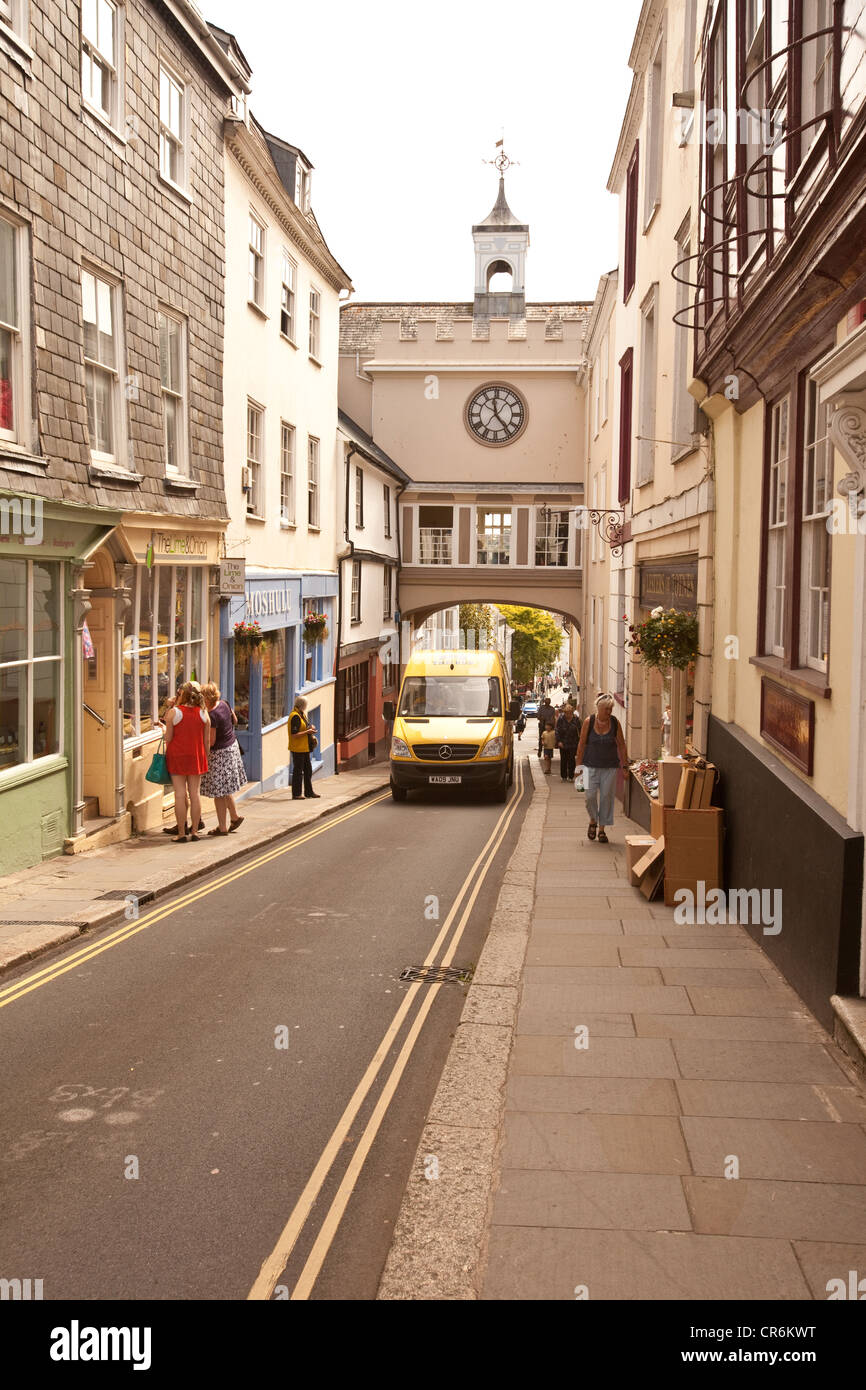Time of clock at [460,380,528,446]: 11:23
